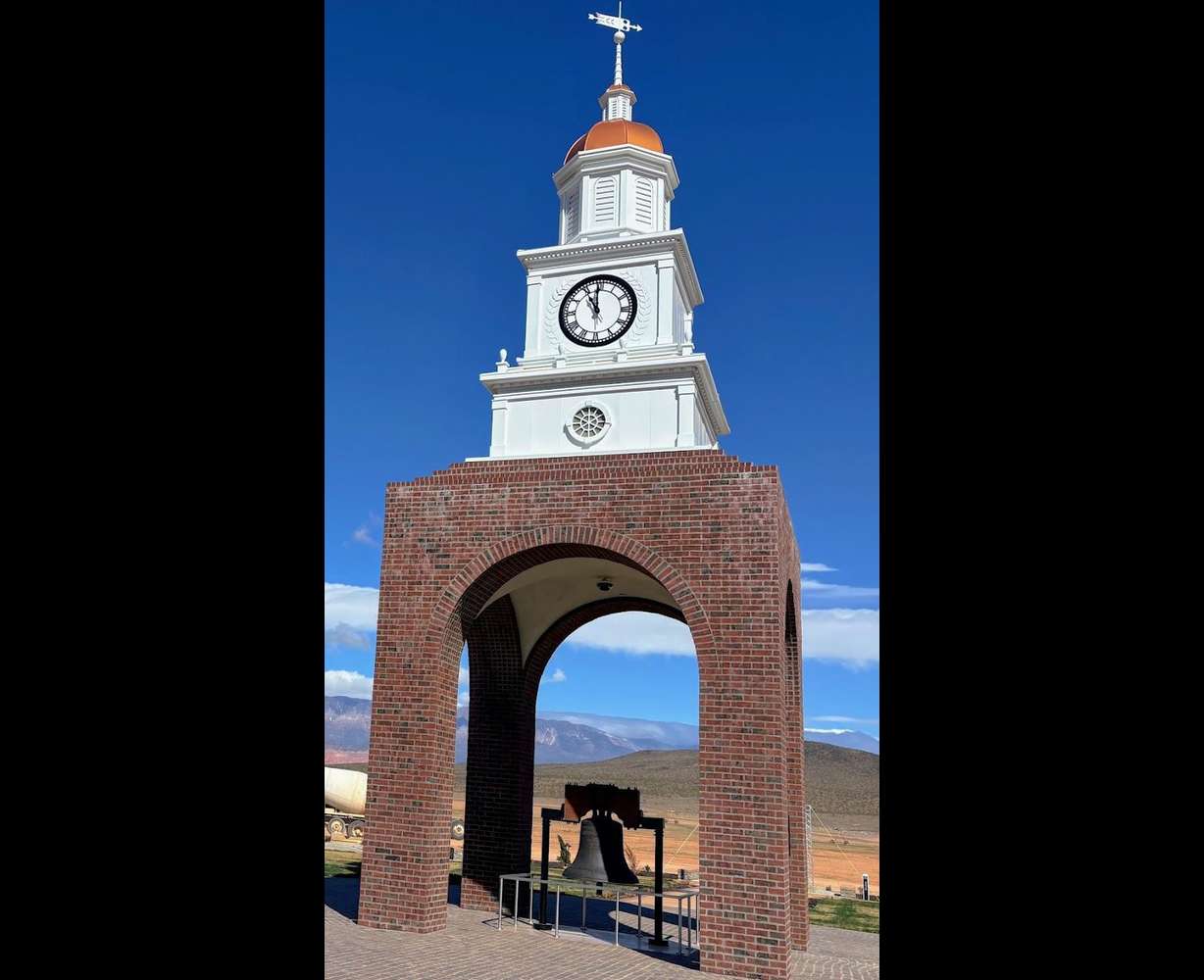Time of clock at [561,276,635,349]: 10:59
